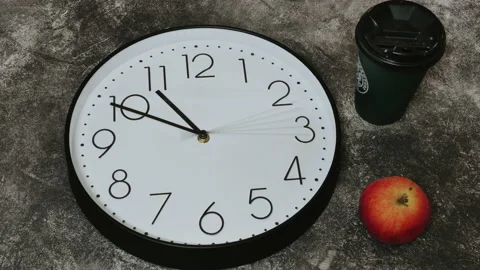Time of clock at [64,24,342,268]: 10:49
